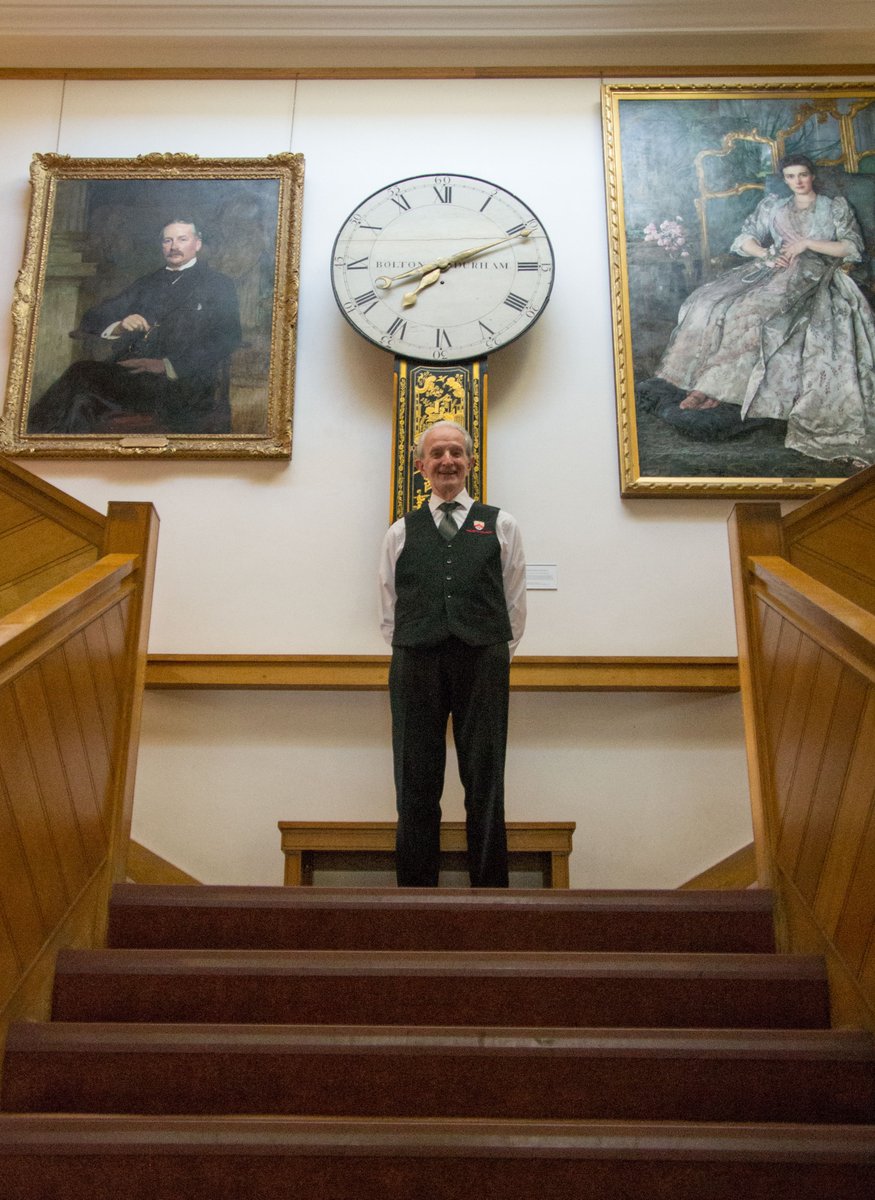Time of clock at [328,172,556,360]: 8:11
